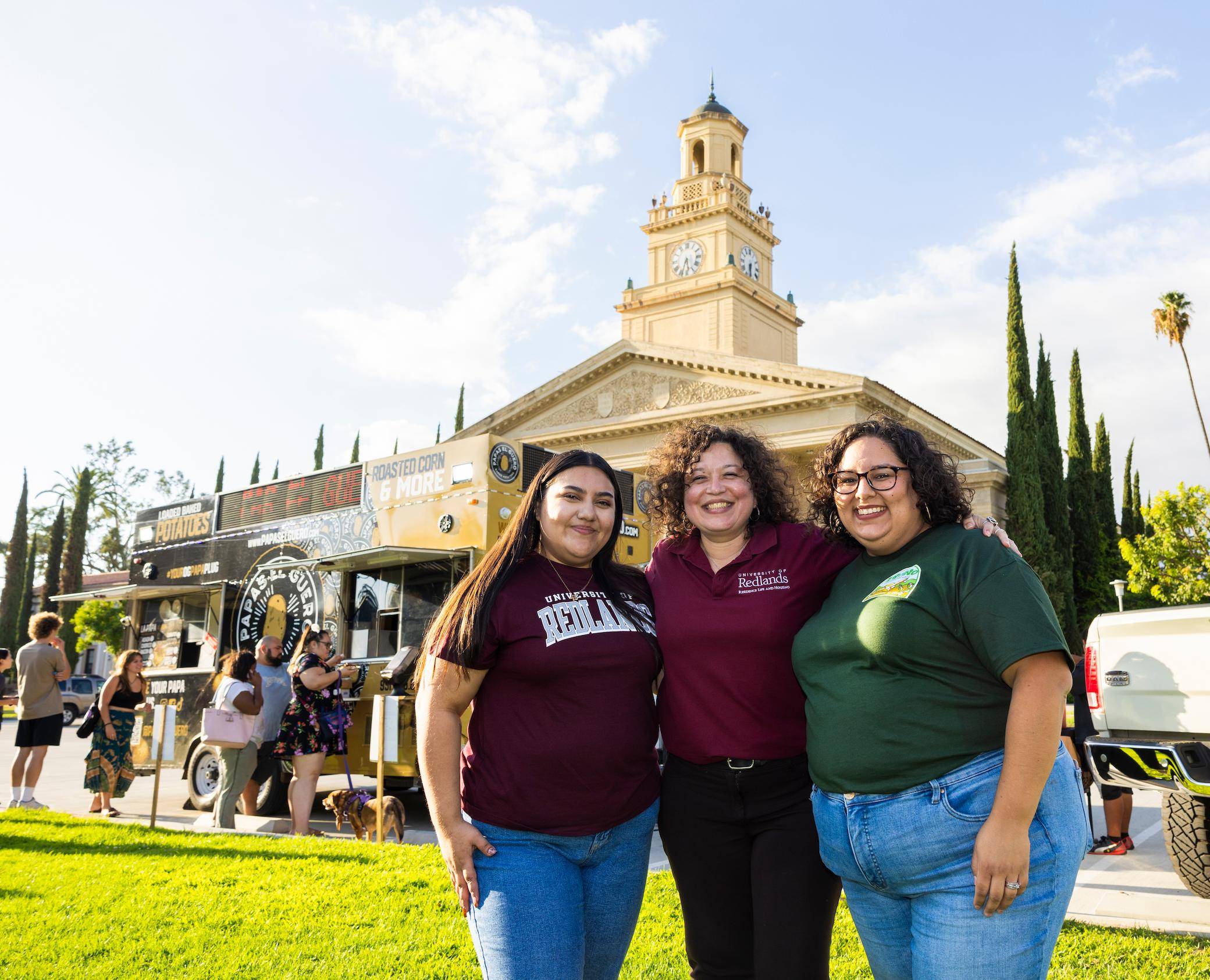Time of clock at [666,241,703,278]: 5:33
